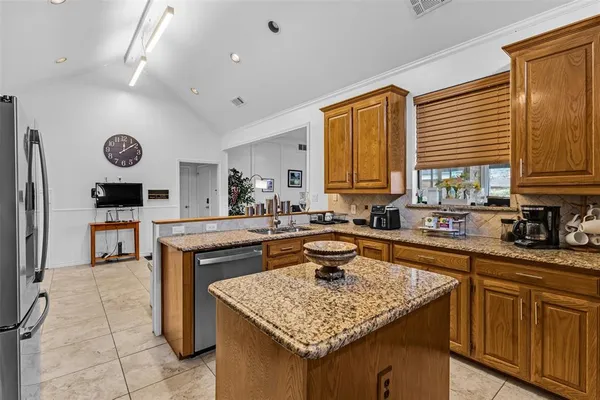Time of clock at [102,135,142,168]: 12:08
